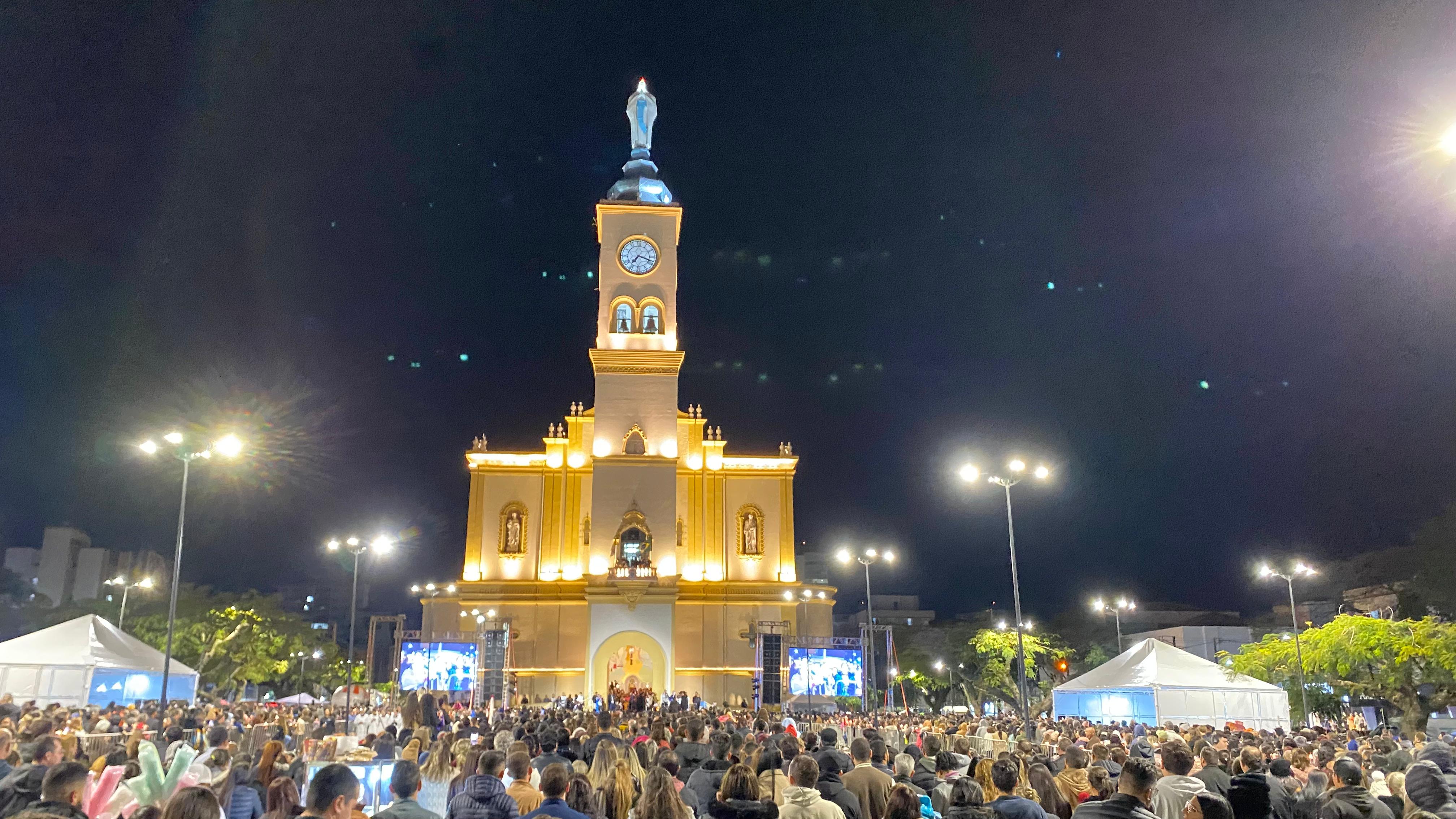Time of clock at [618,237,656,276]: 7:18
